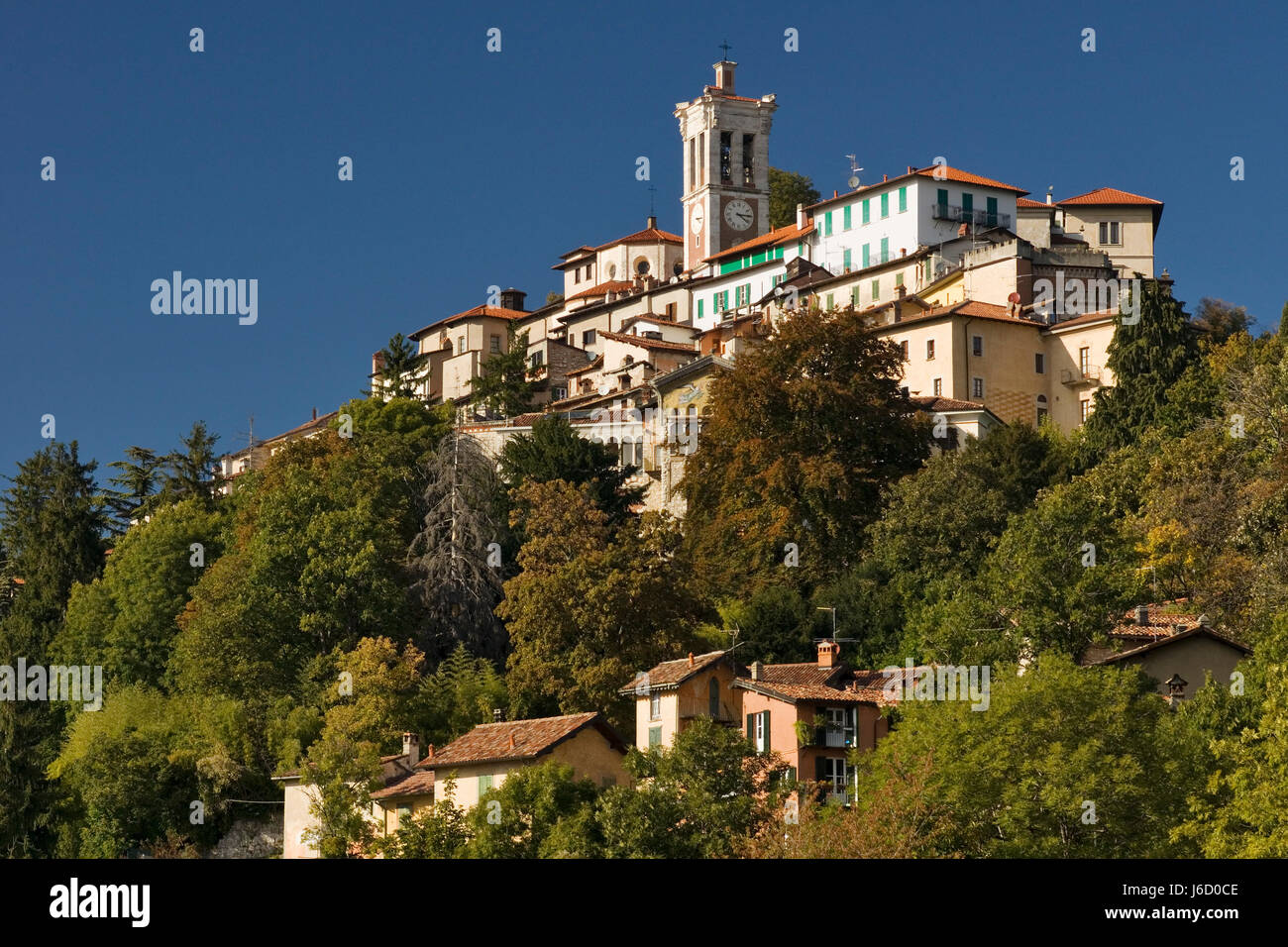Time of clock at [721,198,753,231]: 4:14
